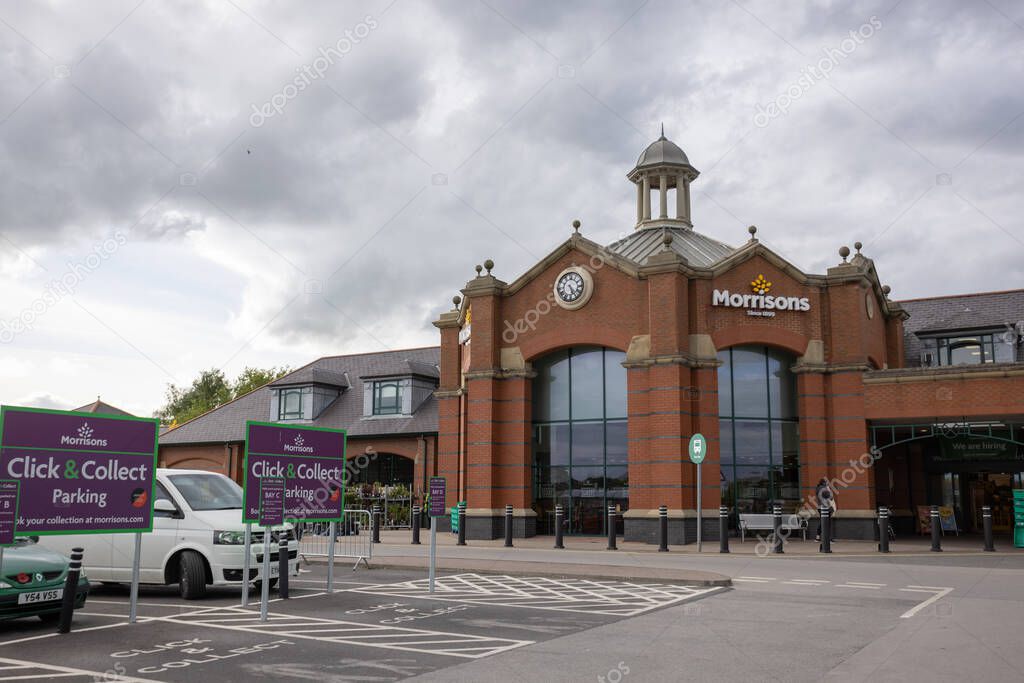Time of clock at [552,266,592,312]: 5:24
